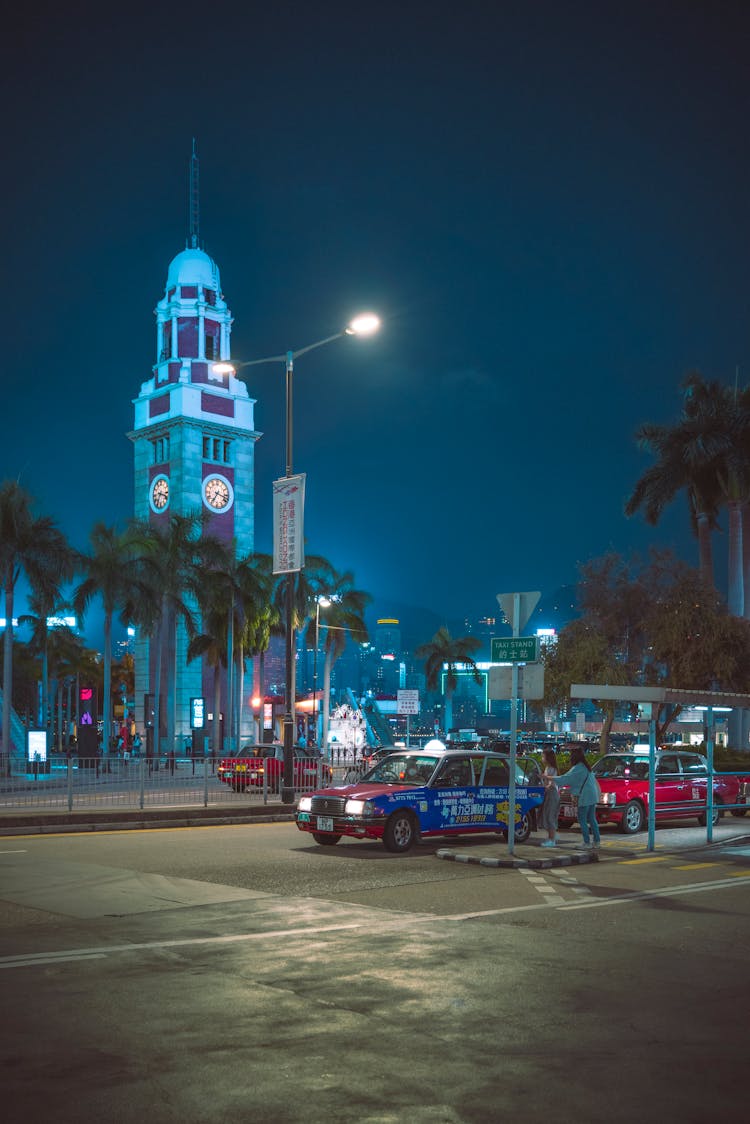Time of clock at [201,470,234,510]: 7:17
